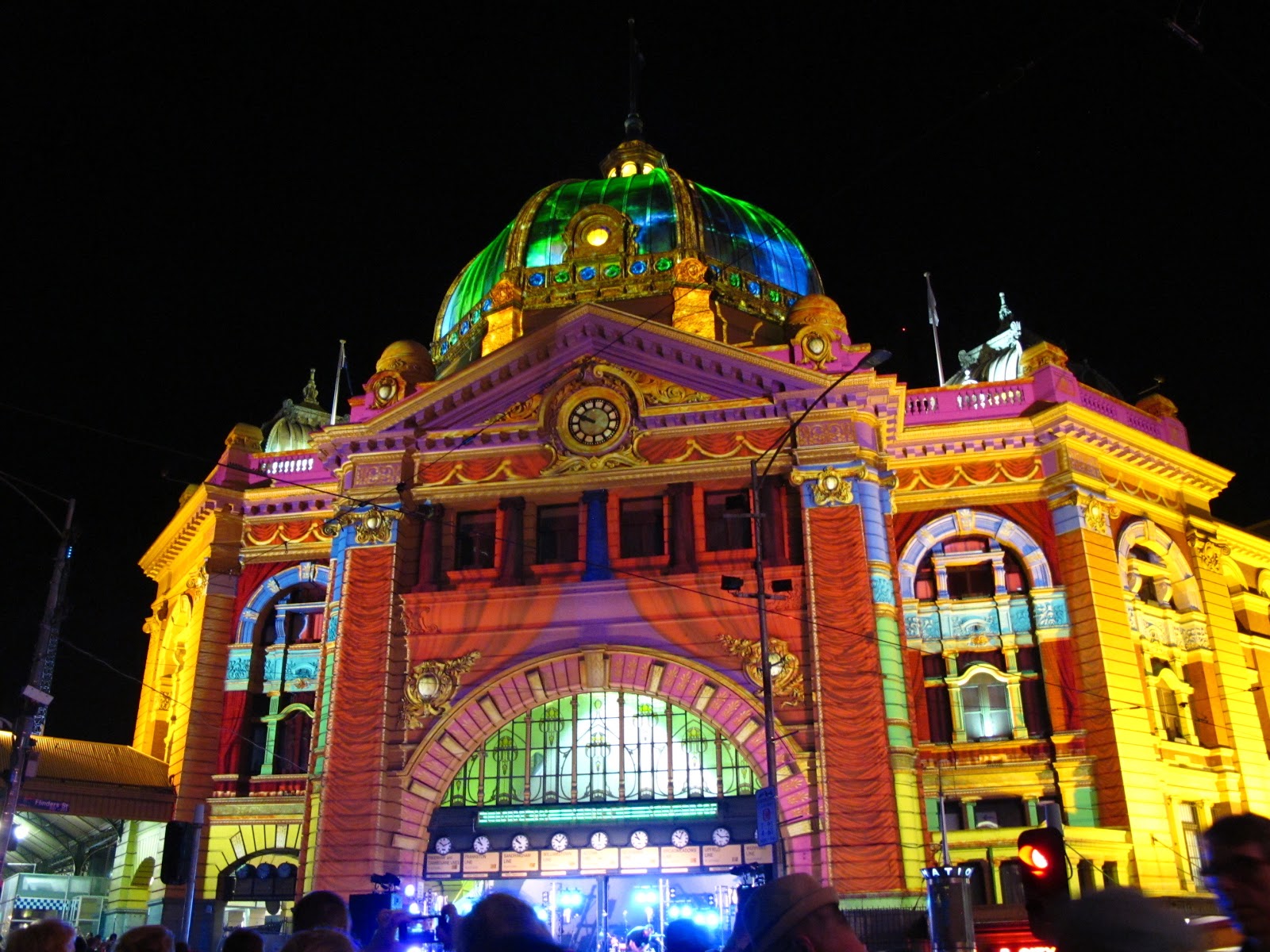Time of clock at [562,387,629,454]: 9:48
